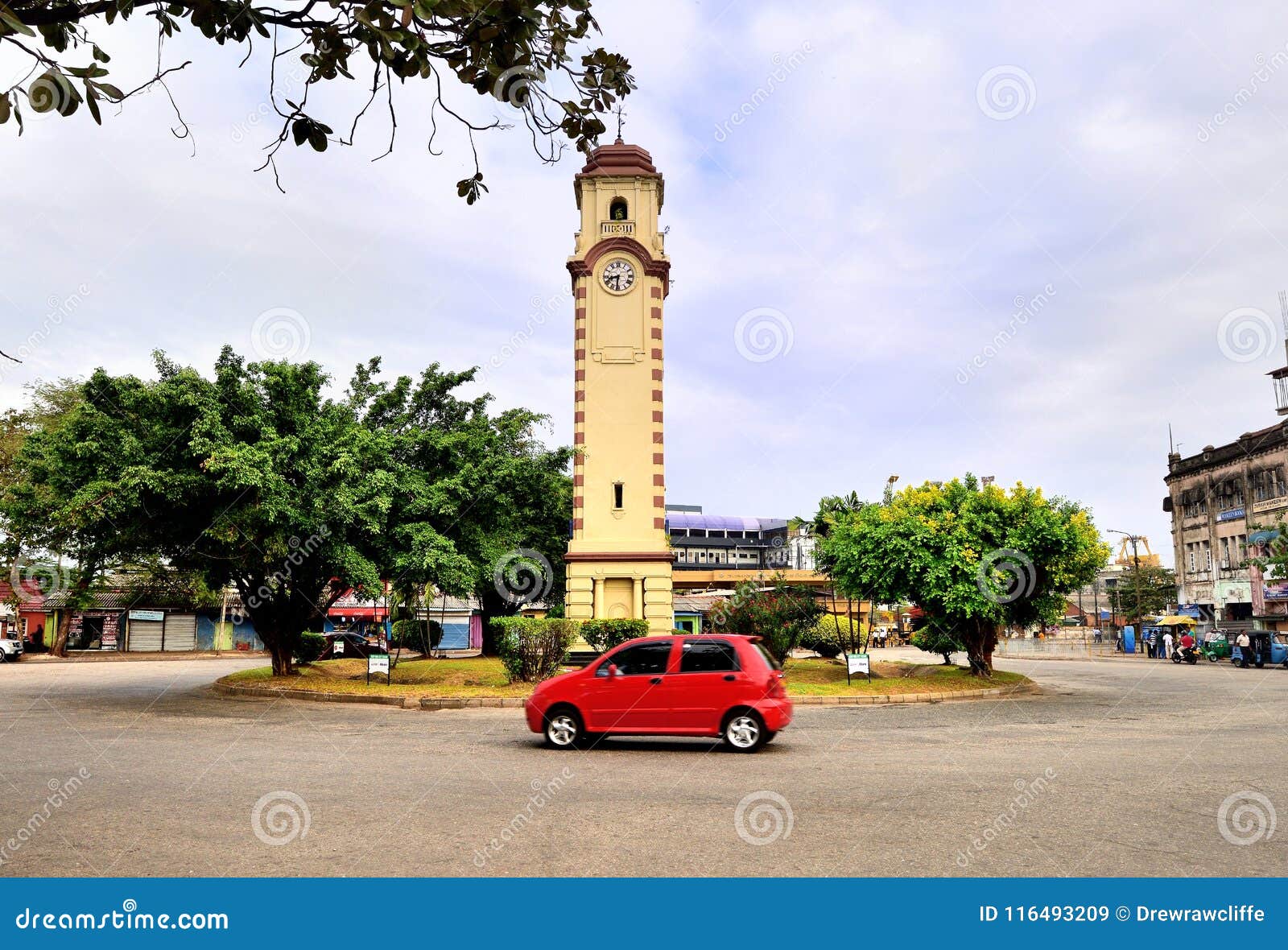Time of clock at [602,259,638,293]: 8:31
